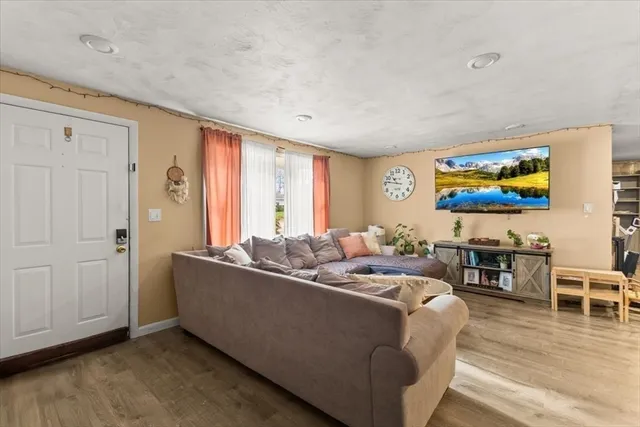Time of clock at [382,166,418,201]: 10:46
